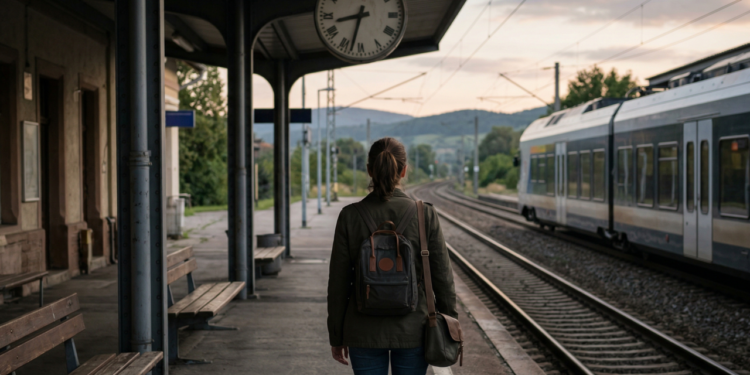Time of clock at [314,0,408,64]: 8:32
